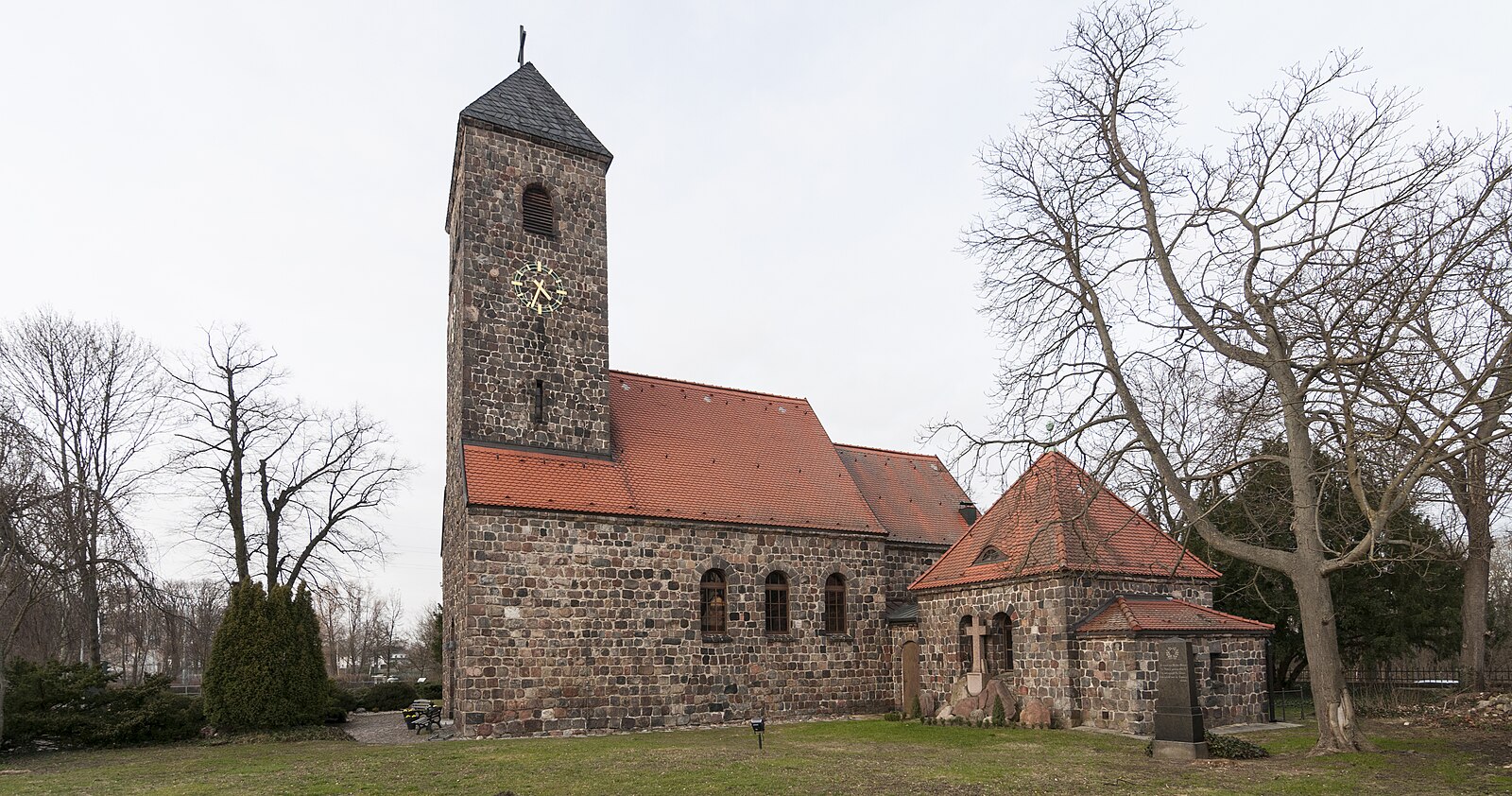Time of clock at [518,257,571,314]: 4:34
